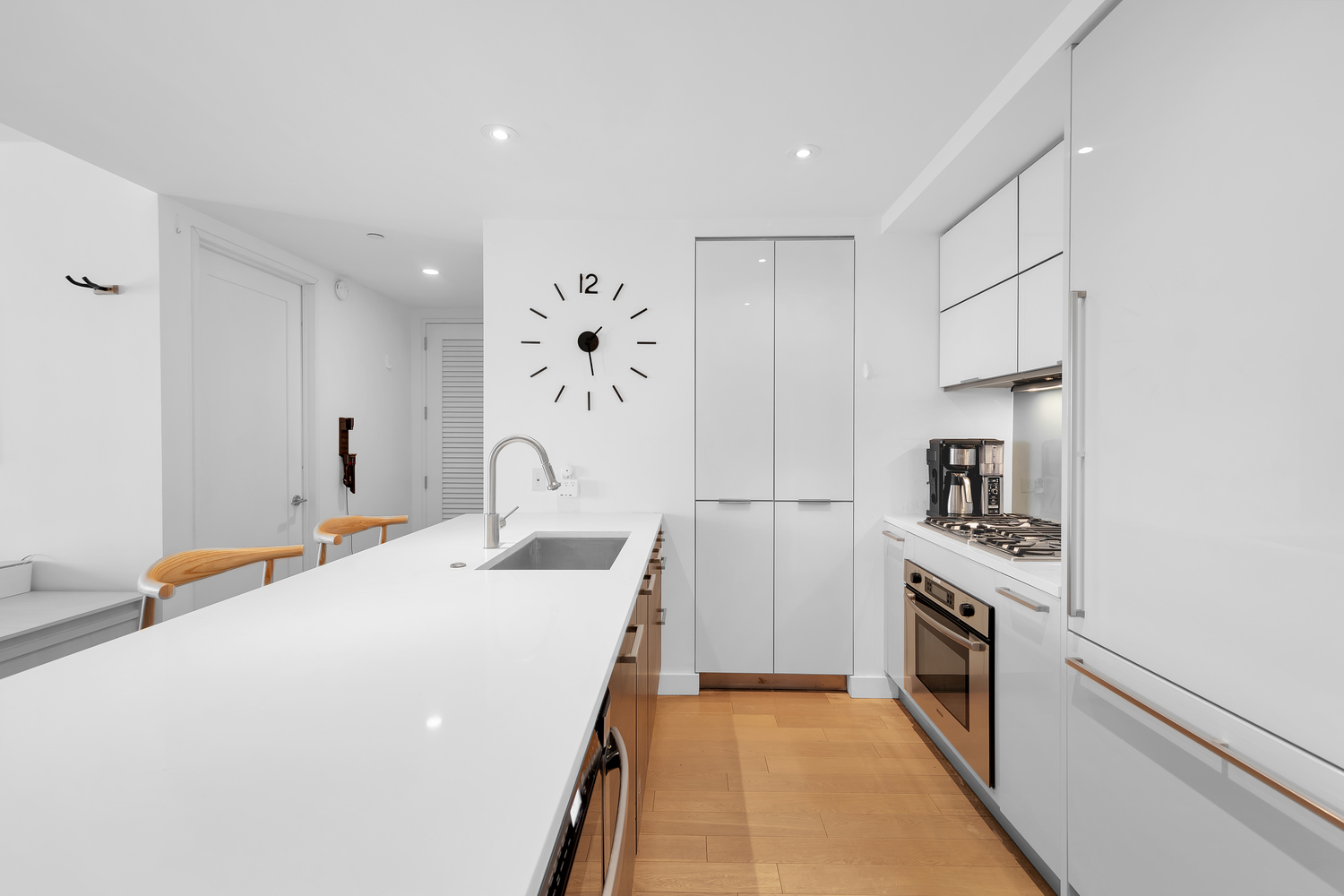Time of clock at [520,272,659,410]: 1:28
